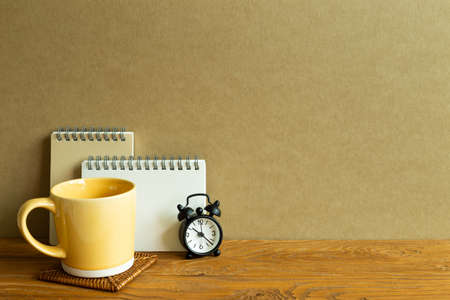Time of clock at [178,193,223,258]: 10:22
